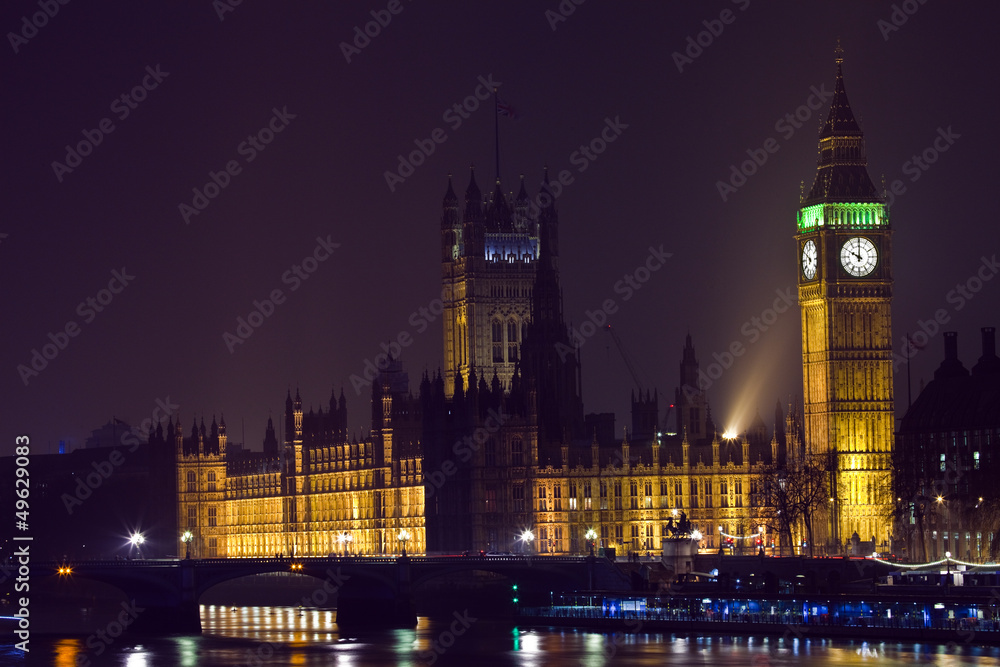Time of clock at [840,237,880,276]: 10:00
